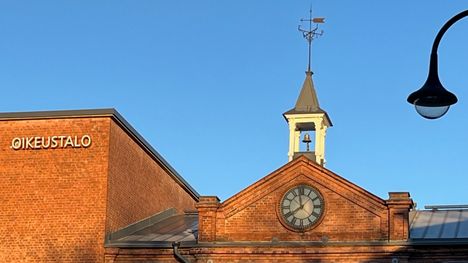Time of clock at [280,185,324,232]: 7:58
